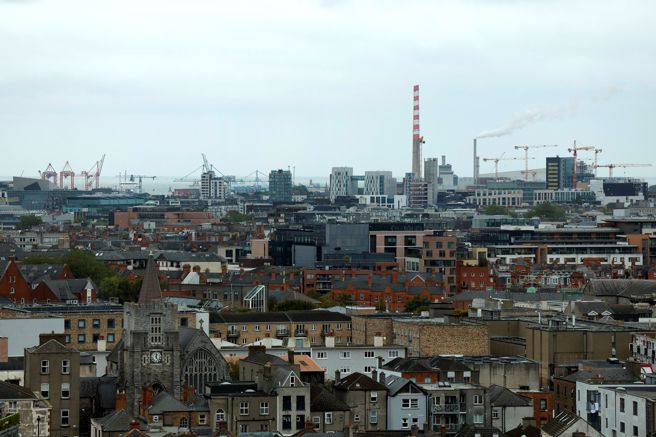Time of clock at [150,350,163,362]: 12:24
